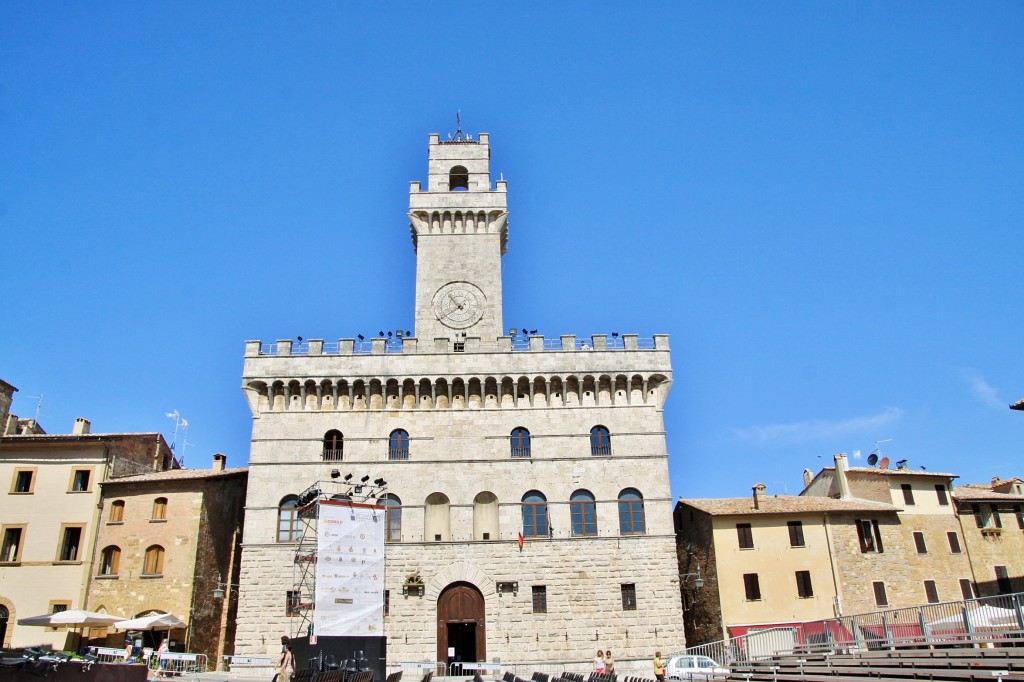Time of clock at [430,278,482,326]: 10:39
